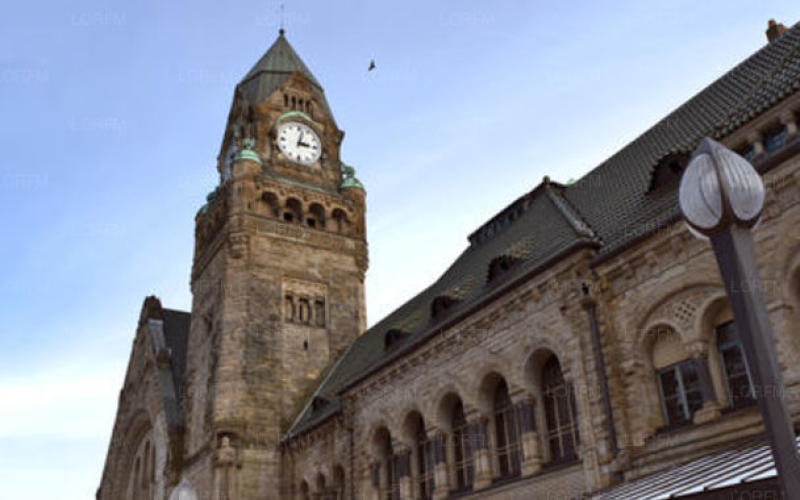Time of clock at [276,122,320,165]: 3:02
